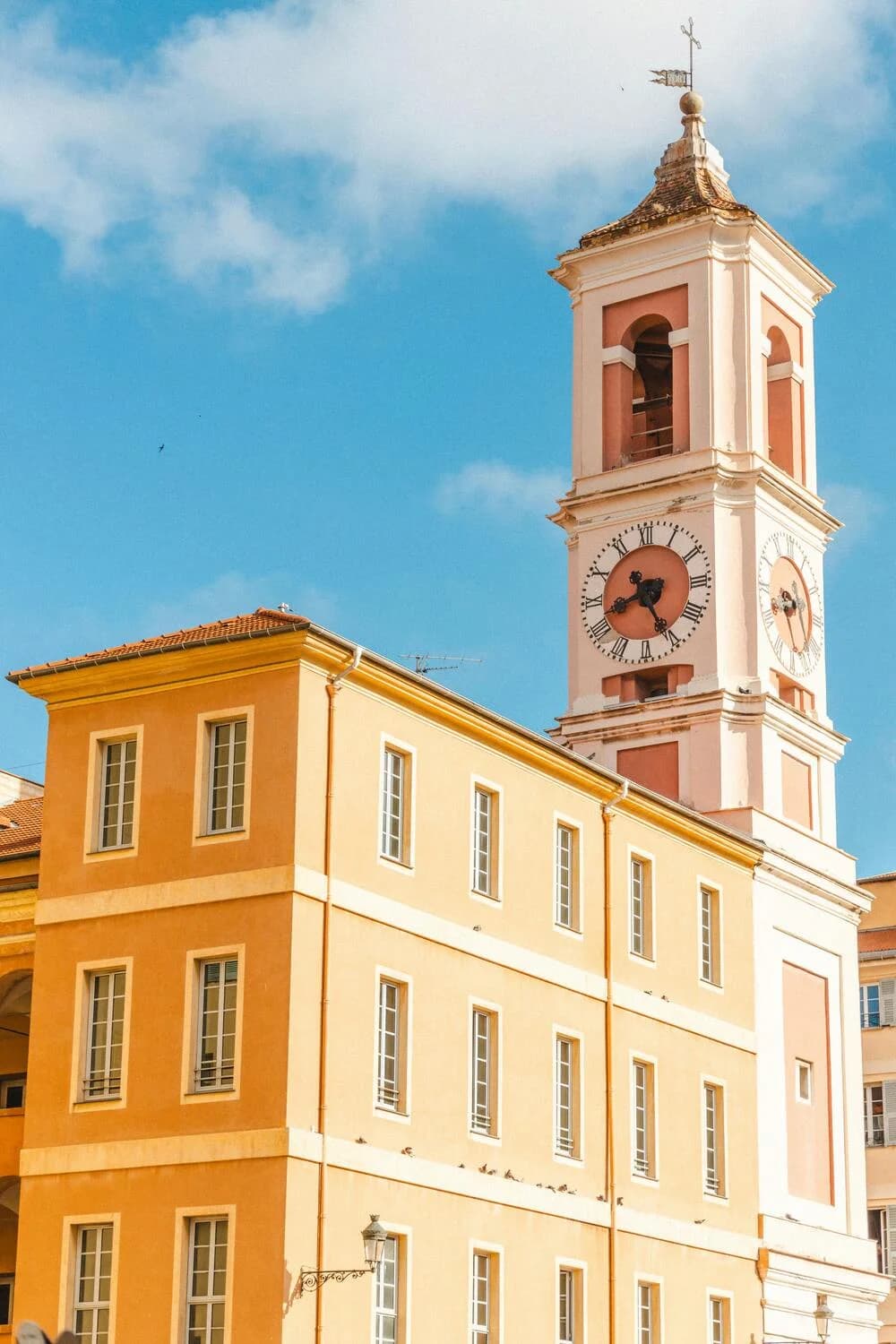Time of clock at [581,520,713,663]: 8:25
